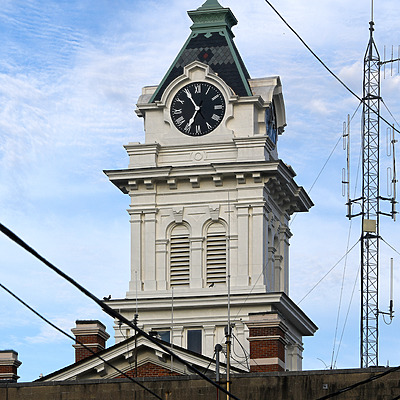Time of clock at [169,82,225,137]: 6:54
